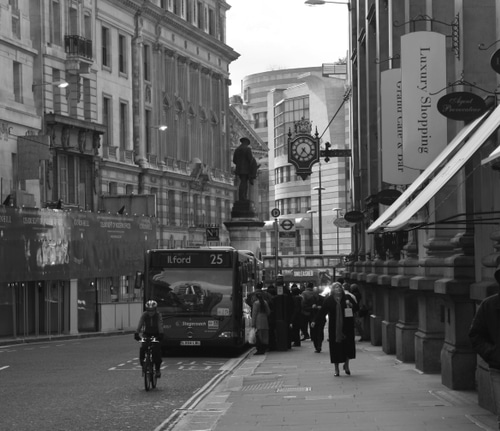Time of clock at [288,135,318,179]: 4:35
